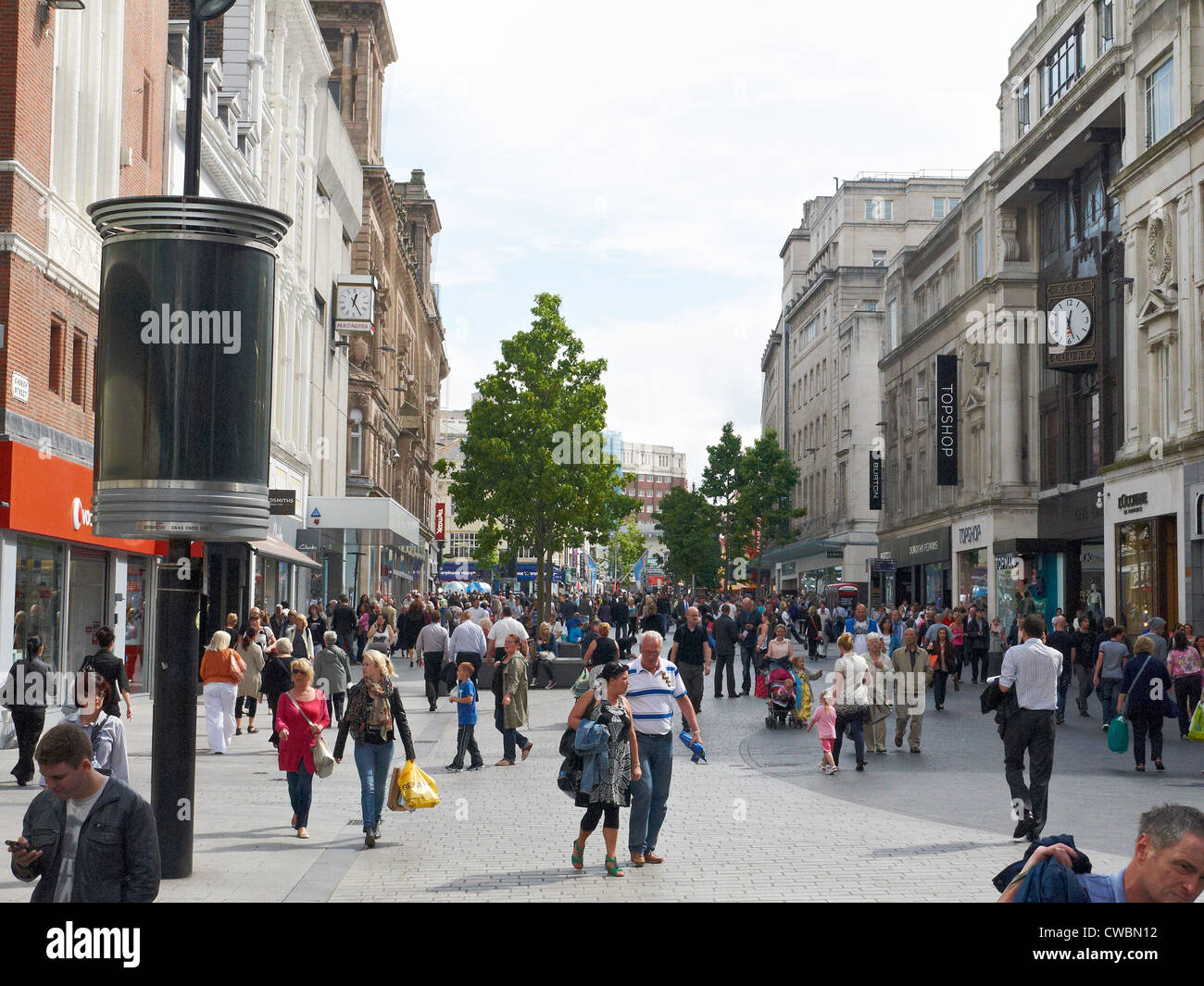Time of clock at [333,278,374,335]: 12:24
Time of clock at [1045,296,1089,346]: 12:27
